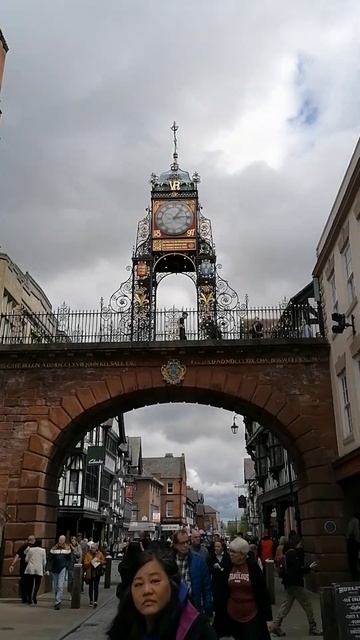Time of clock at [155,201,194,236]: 1:13
